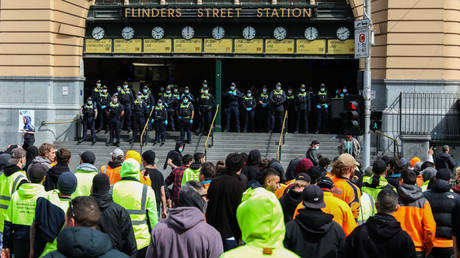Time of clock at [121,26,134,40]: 1:46
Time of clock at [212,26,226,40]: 12:00
